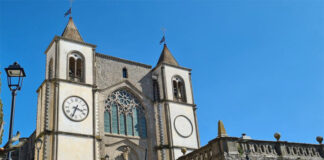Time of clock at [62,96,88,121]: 3:33
